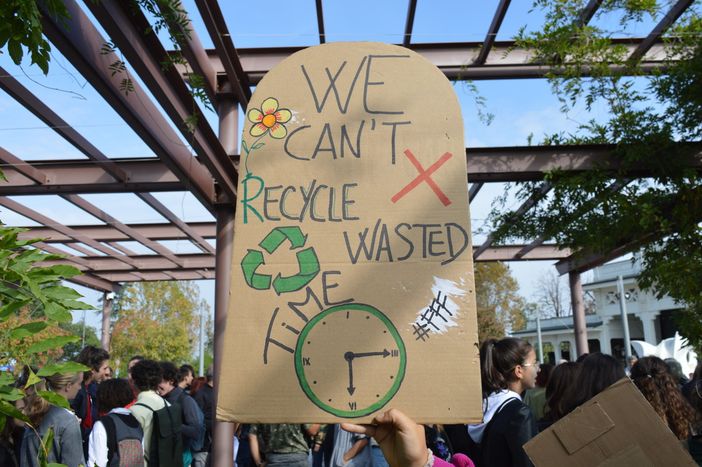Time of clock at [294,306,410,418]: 6:15
